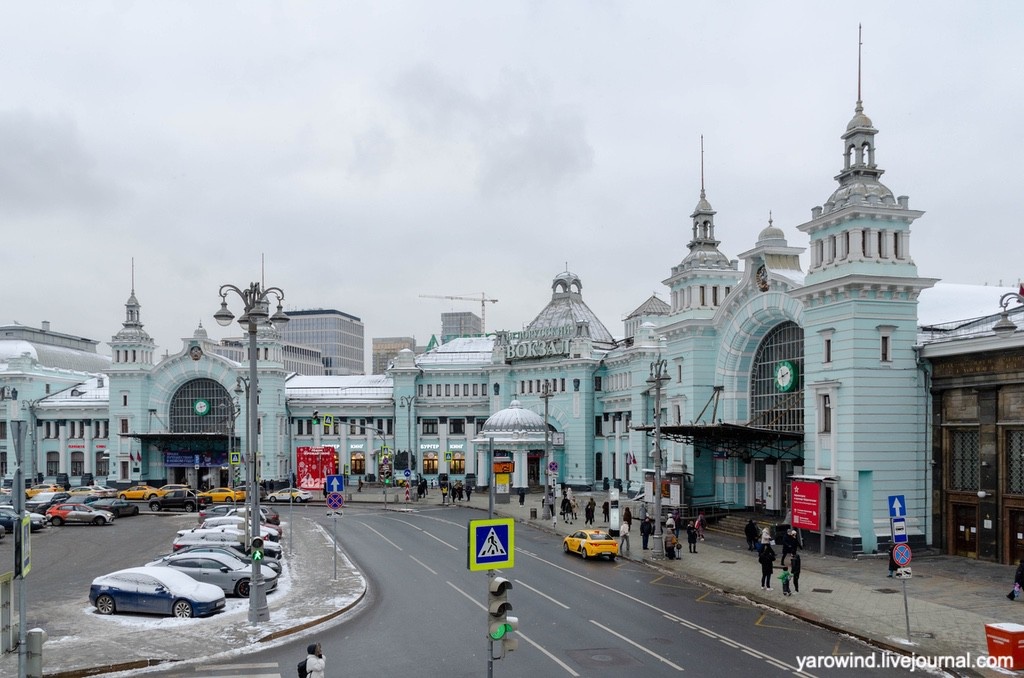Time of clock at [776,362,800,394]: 2:11
